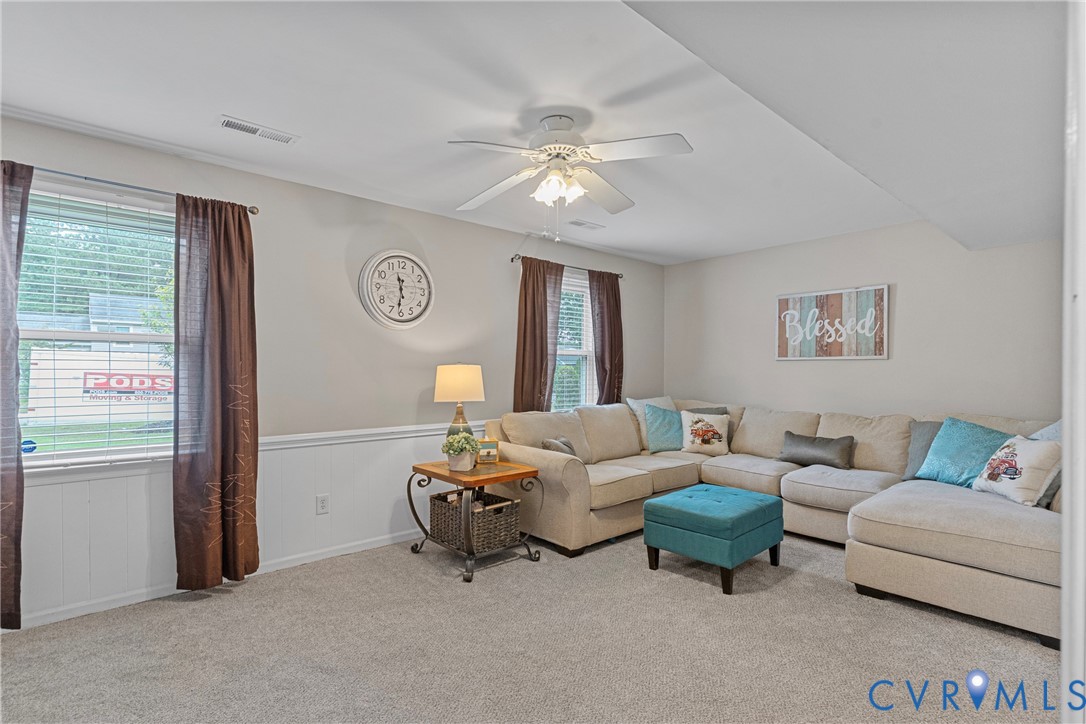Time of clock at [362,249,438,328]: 11:31
